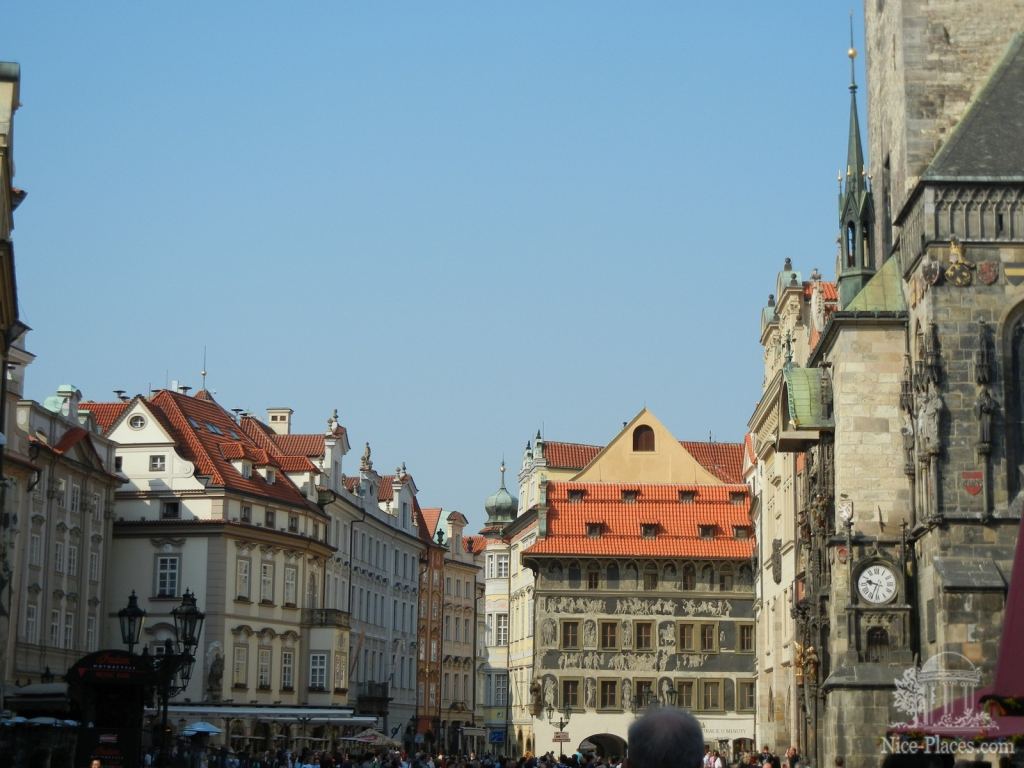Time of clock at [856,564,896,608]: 9:34
